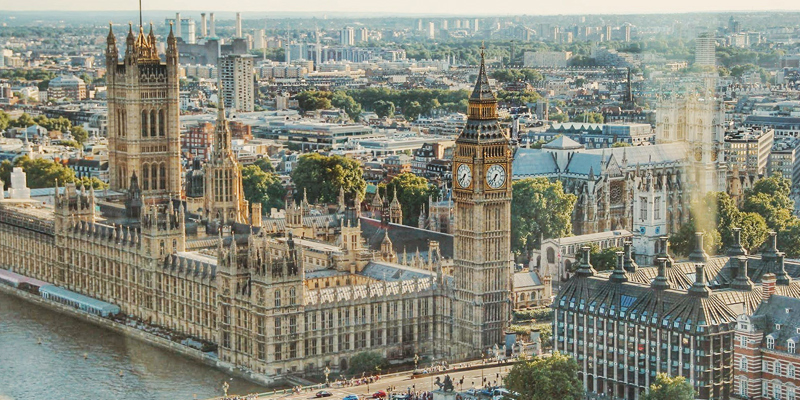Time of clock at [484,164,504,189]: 6:37
